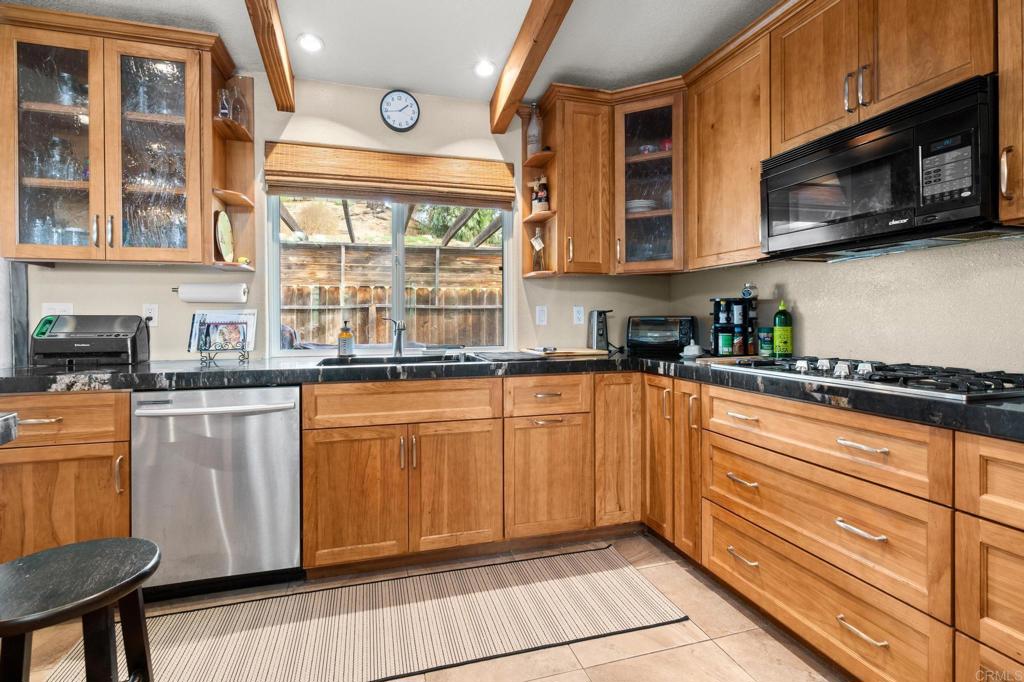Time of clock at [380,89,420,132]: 1:44
